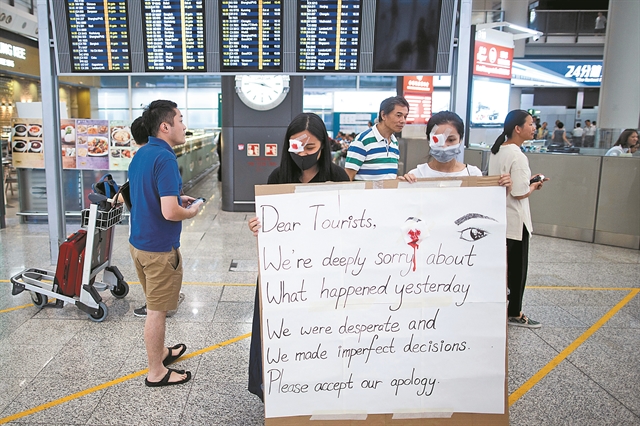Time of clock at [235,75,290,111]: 3:47
